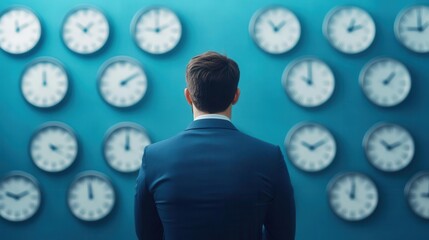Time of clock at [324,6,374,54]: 1:12
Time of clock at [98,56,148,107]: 2:09
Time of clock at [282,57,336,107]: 10:00
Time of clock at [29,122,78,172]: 4:14
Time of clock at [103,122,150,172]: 12:00
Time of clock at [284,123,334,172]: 10:10
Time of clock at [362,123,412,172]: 10:11
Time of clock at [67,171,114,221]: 11:58
